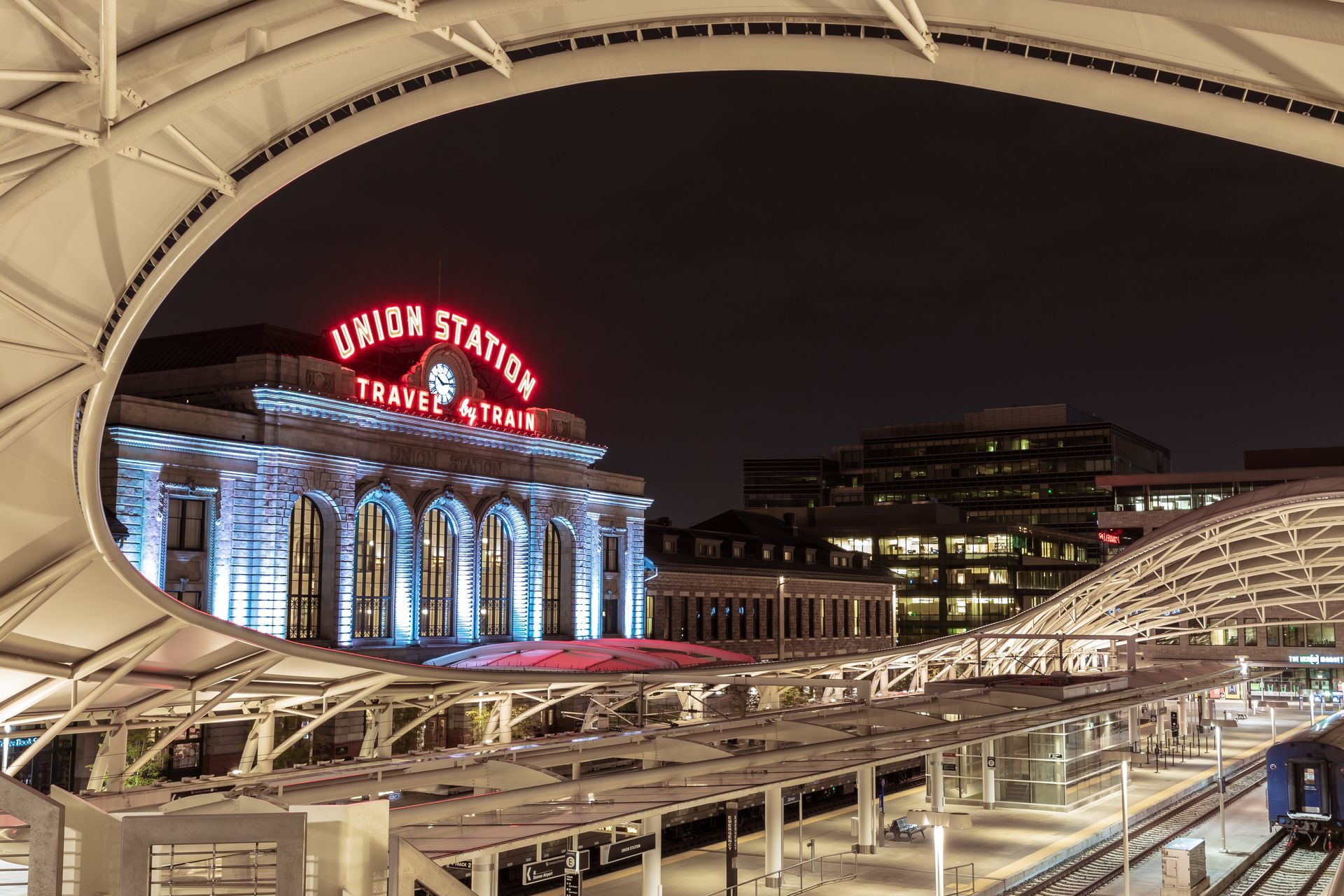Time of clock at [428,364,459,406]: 10:13
